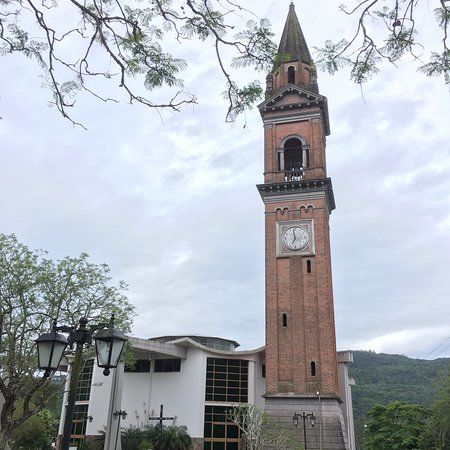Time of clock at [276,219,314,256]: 6:58
